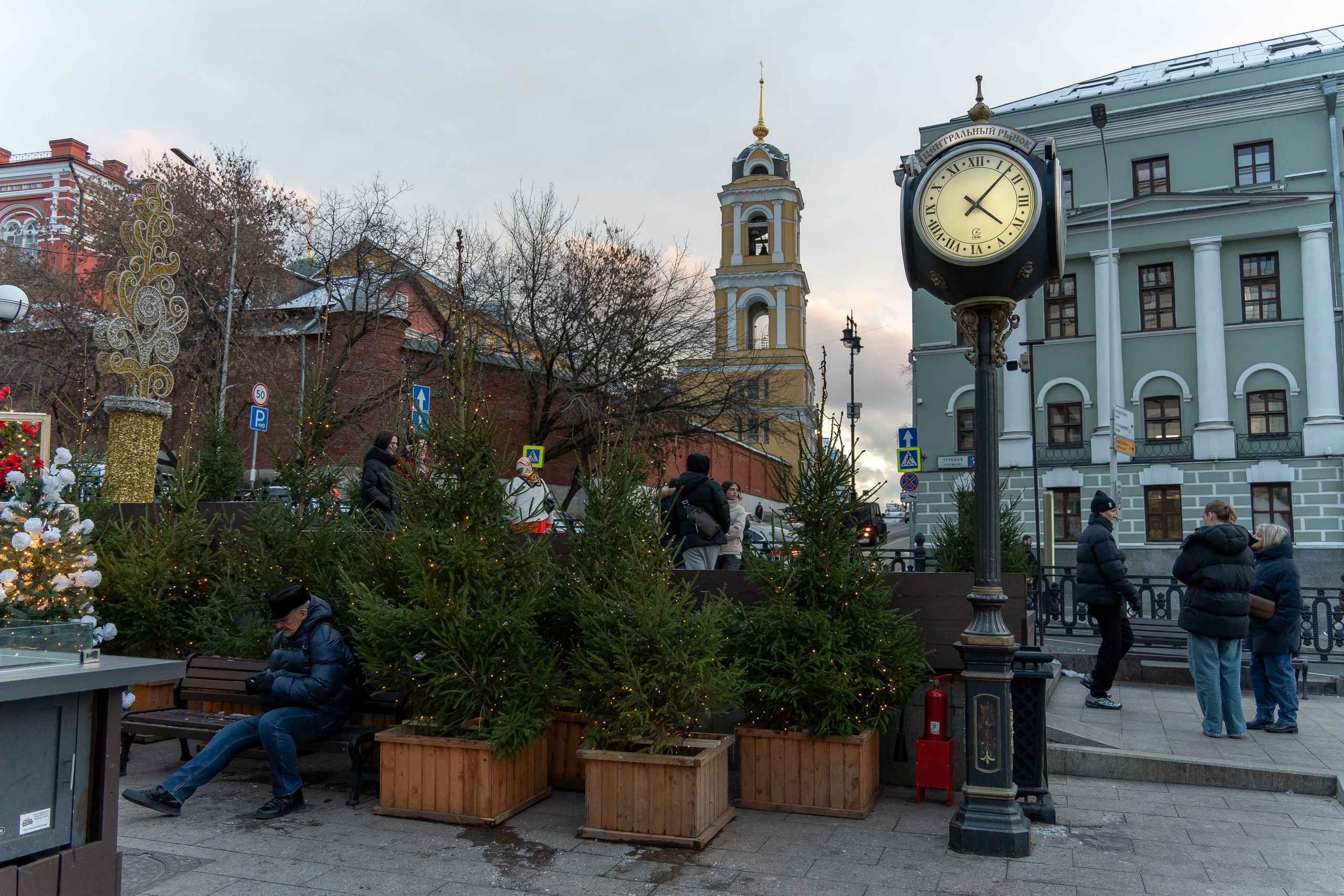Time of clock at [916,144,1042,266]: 4:07
